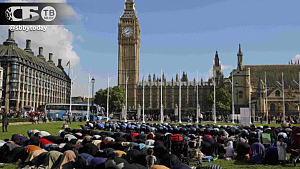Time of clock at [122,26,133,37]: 1:40
